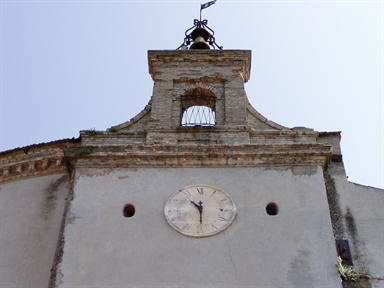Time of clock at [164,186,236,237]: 10:29
